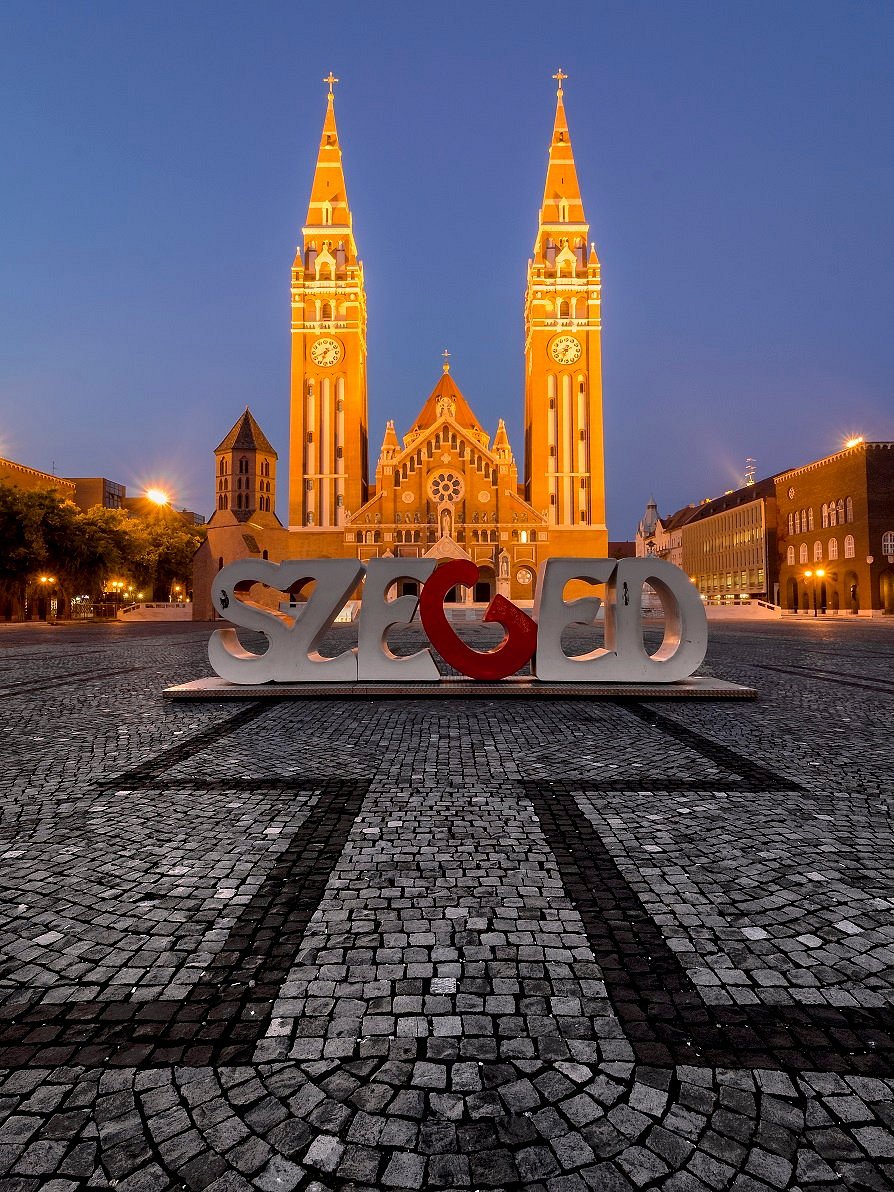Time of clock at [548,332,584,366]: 8:34
